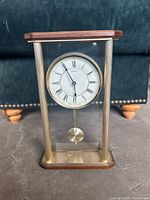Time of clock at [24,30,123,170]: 5:54
